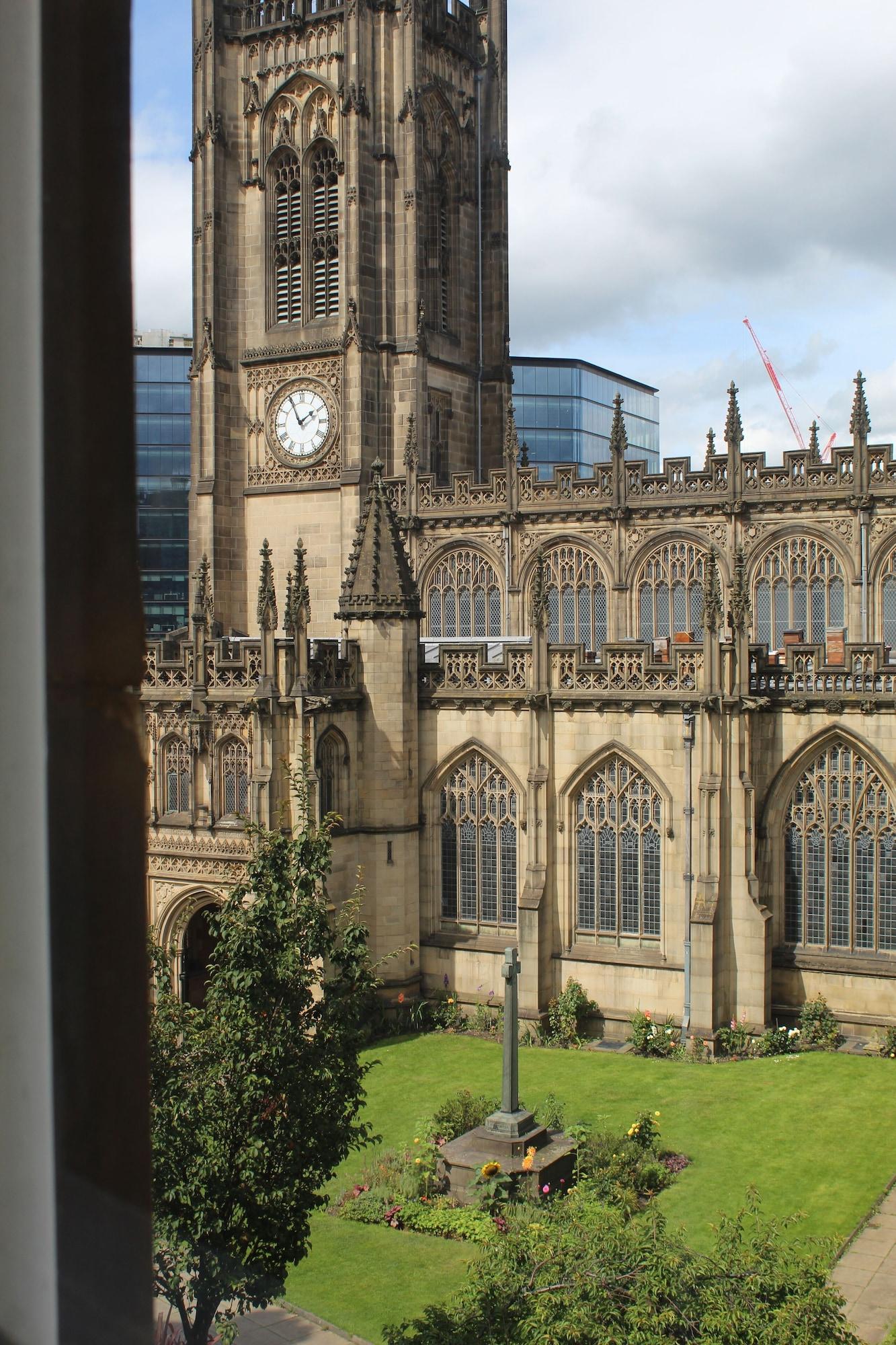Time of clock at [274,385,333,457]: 1:55
